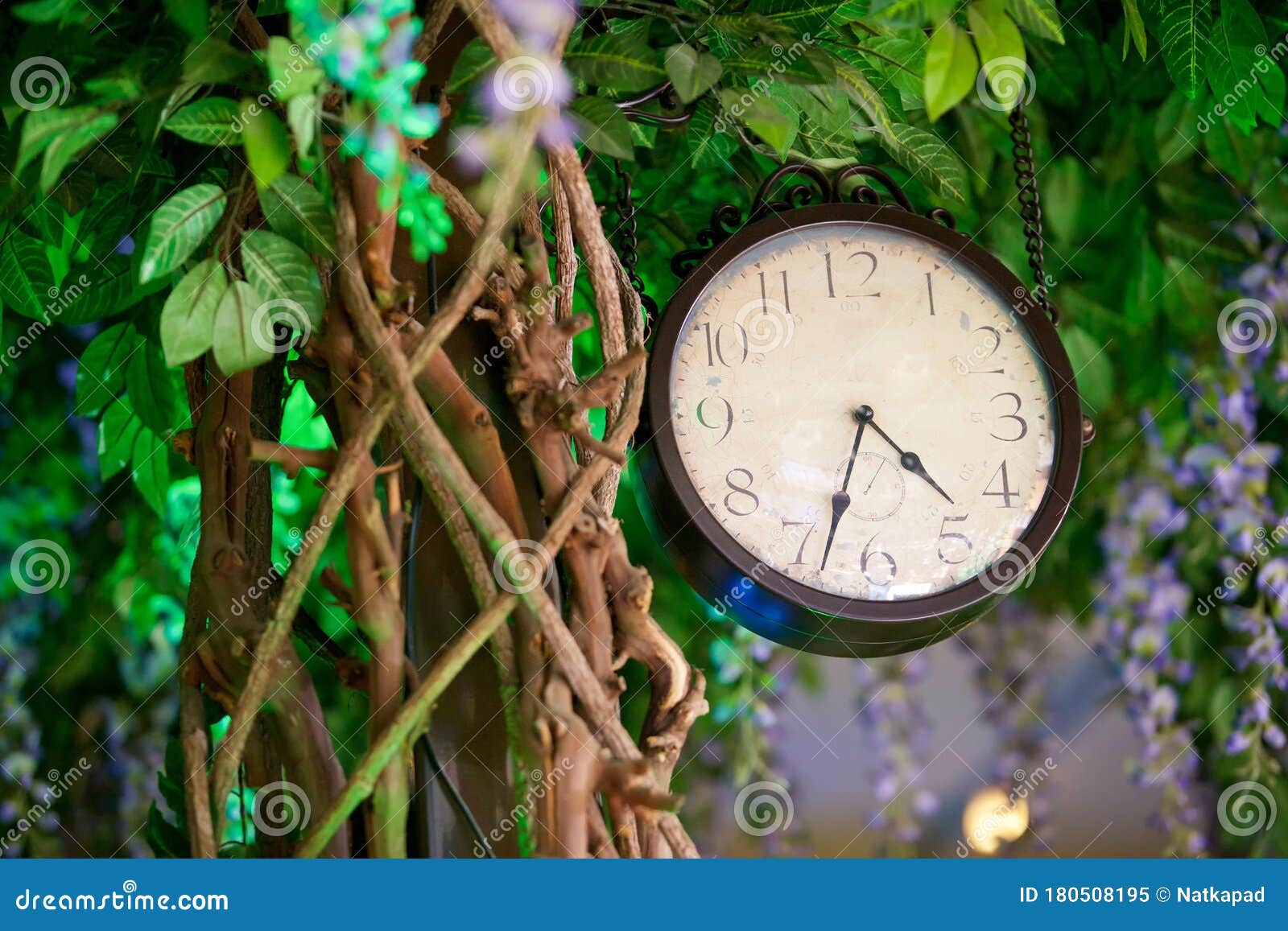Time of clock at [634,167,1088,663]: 4:33
